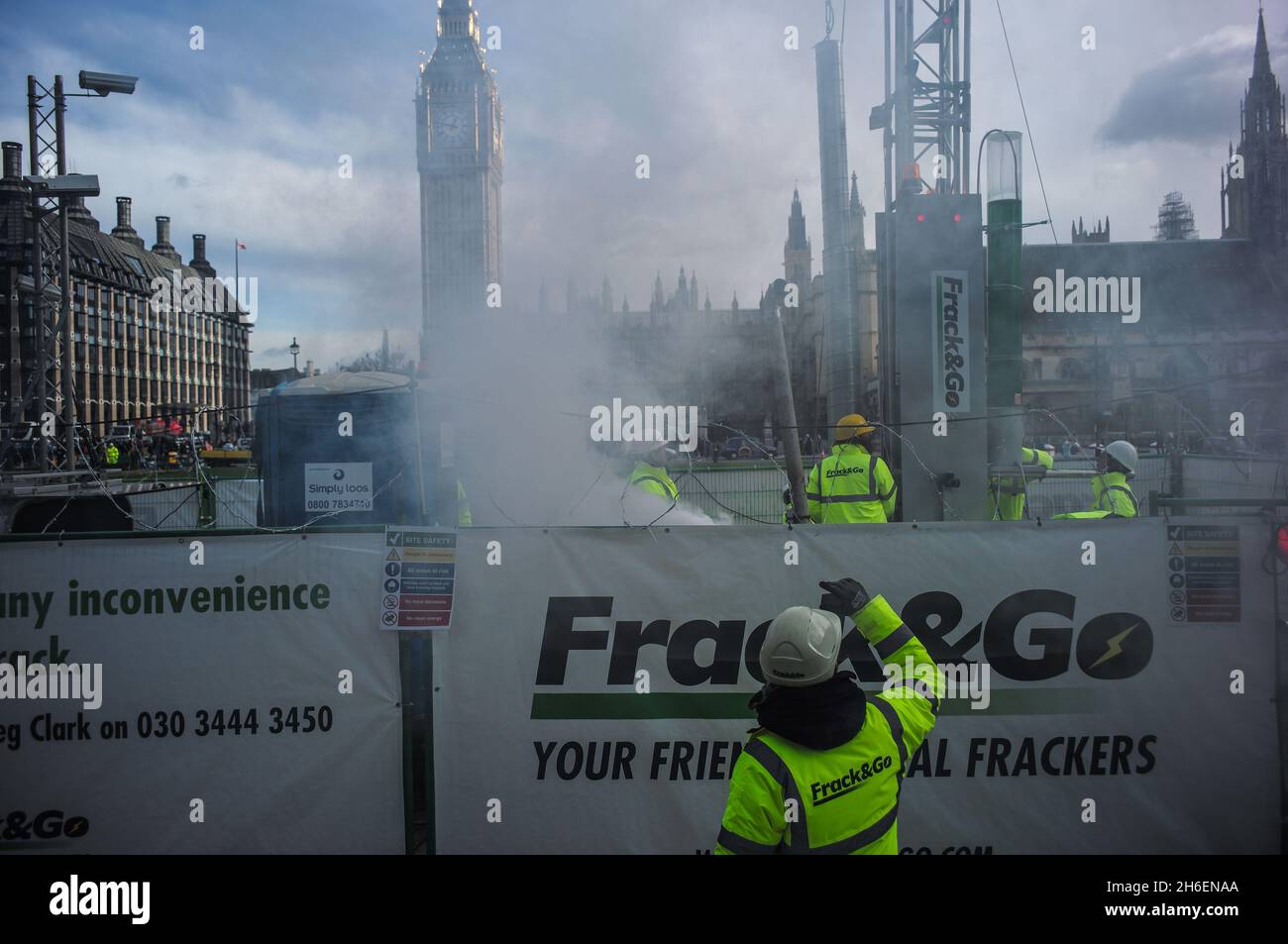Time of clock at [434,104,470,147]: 12:47
